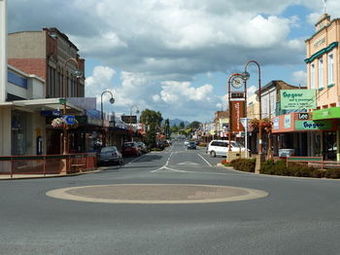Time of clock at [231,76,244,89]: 3:50
